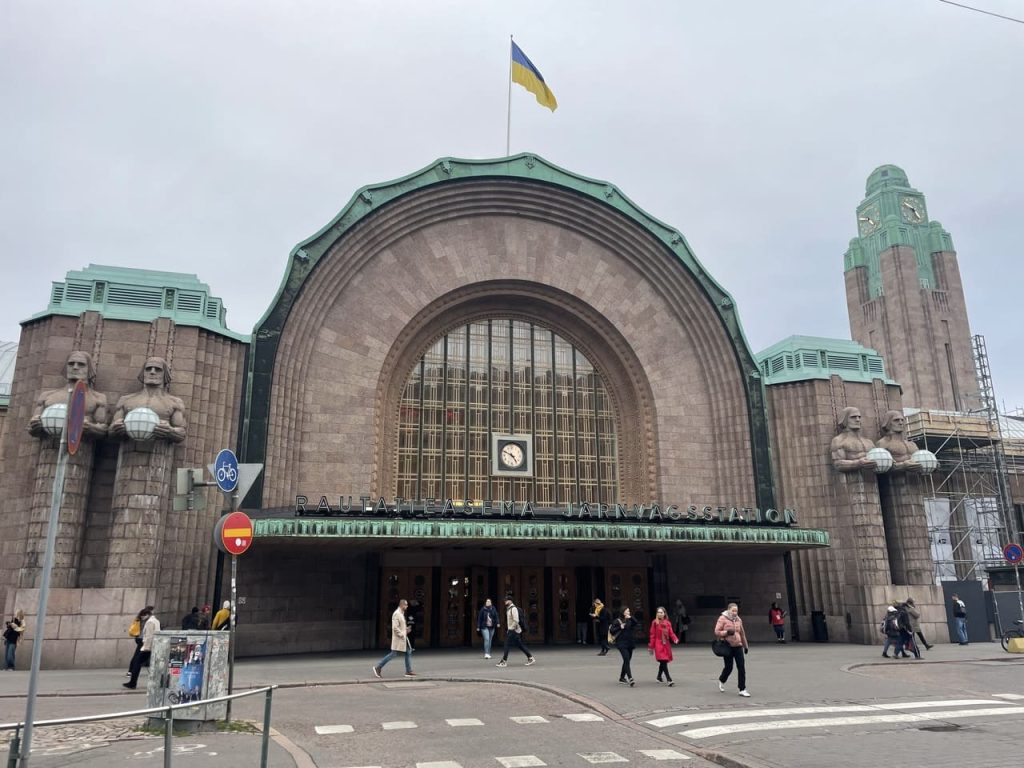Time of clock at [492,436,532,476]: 4:49
